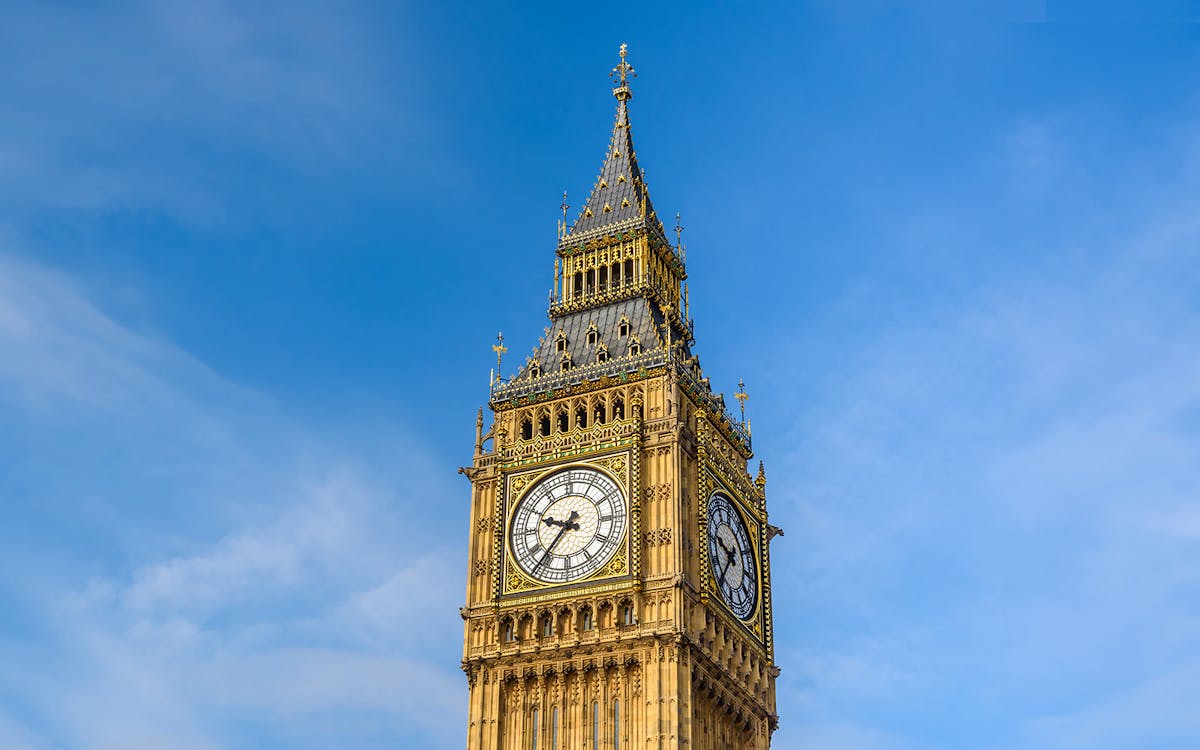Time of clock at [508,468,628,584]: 9:36
